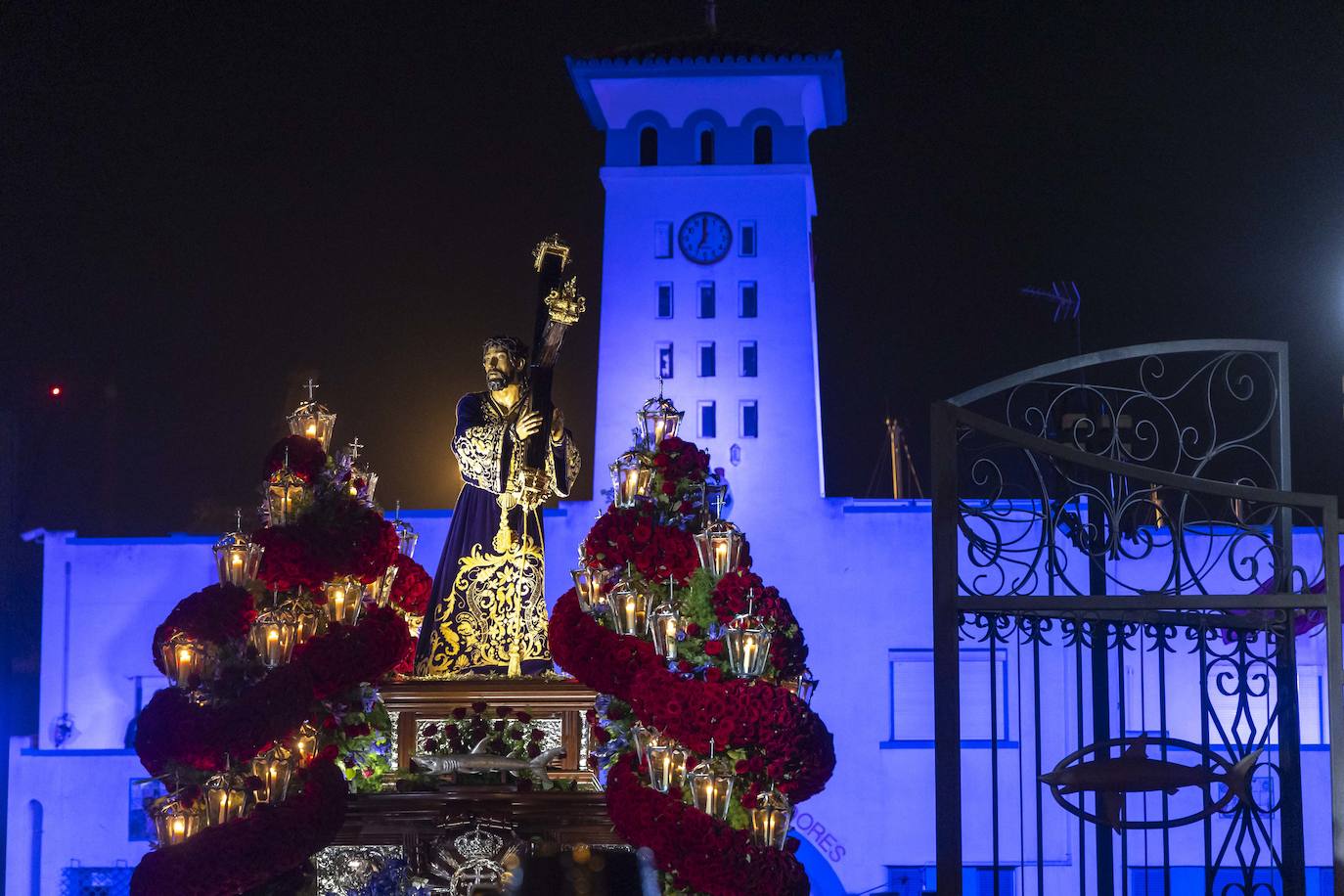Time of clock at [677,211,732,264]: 7:00
